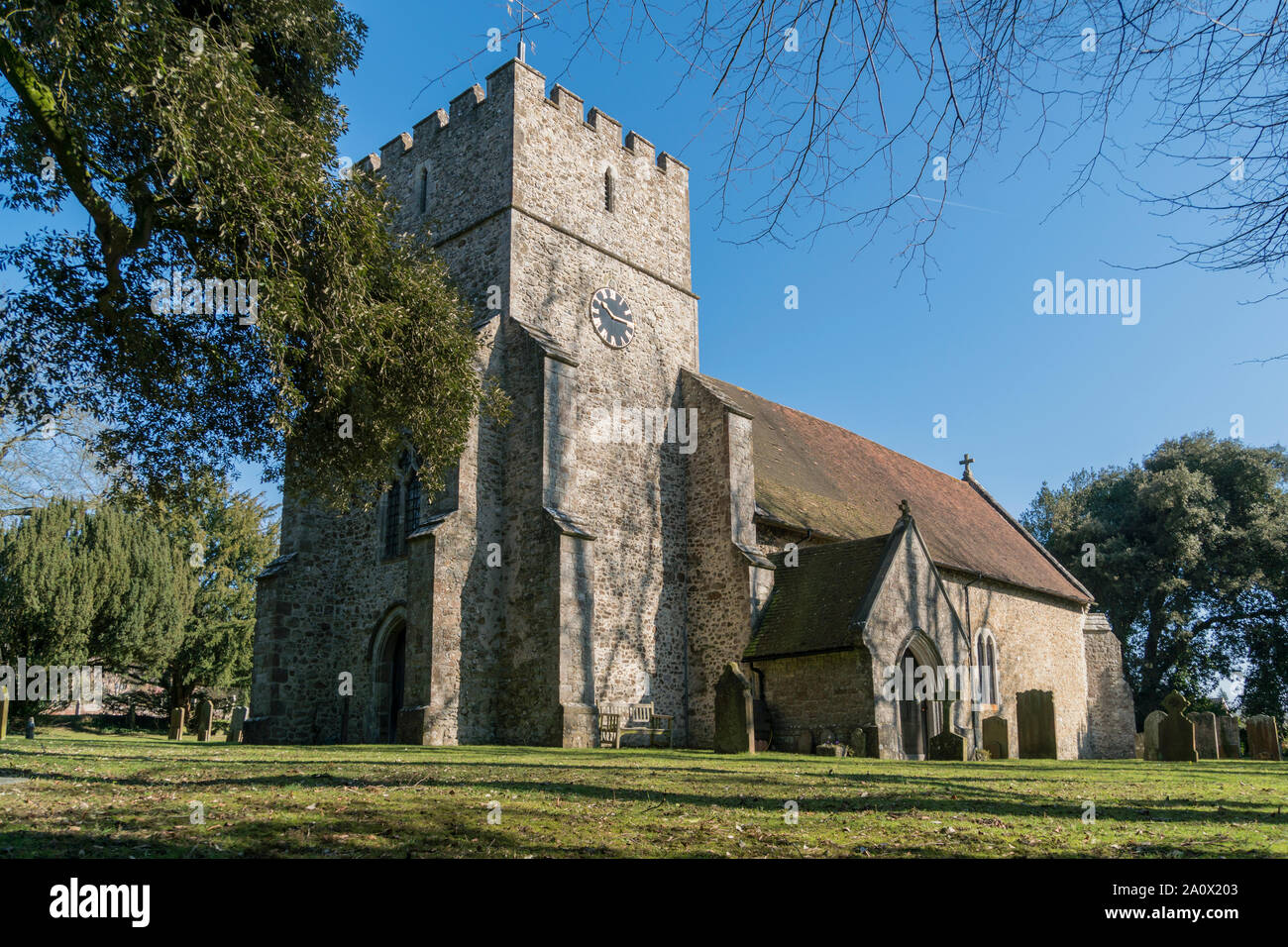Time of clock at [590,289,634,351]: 10:16
